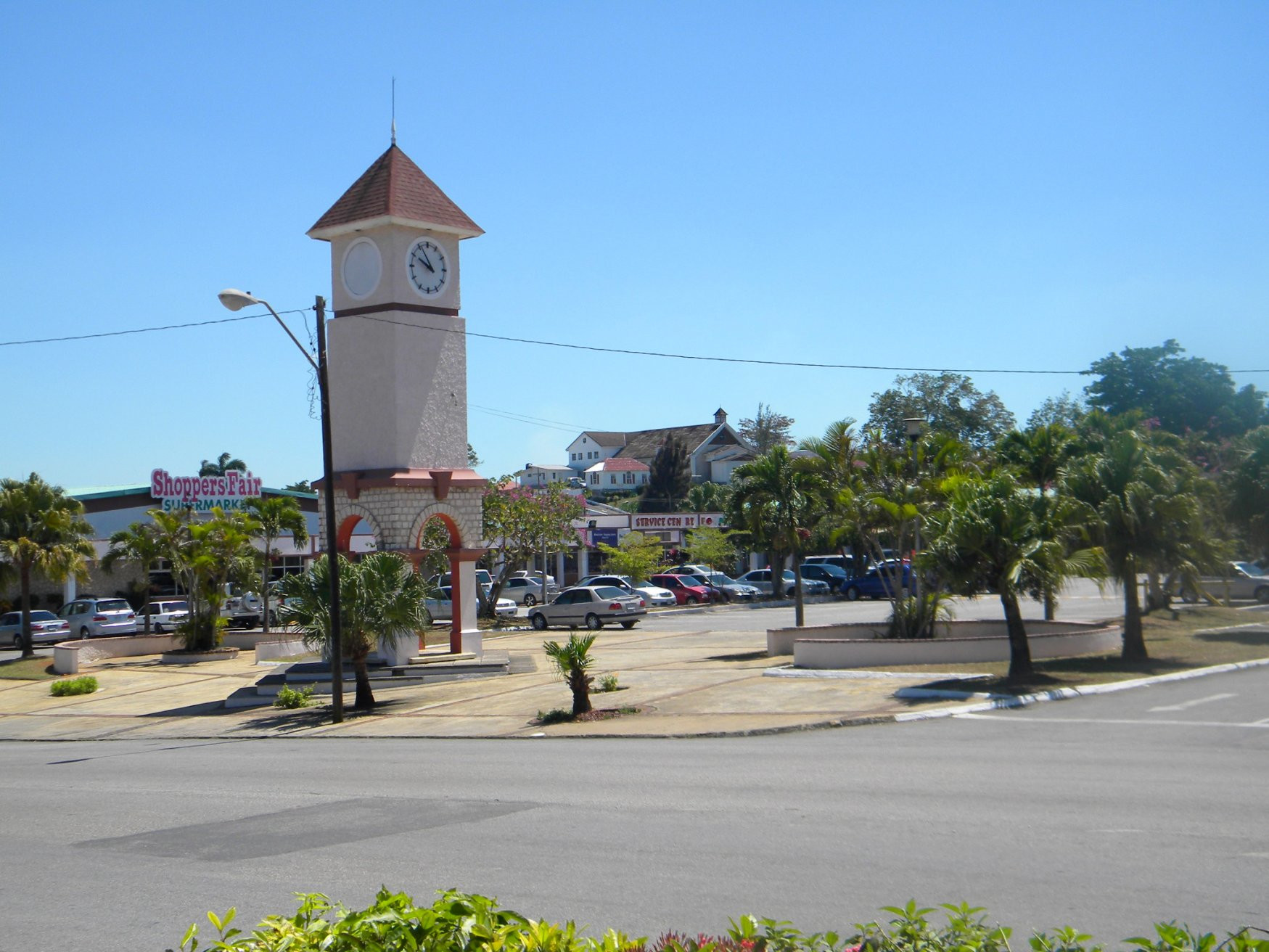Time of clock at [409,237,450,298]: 9:55
